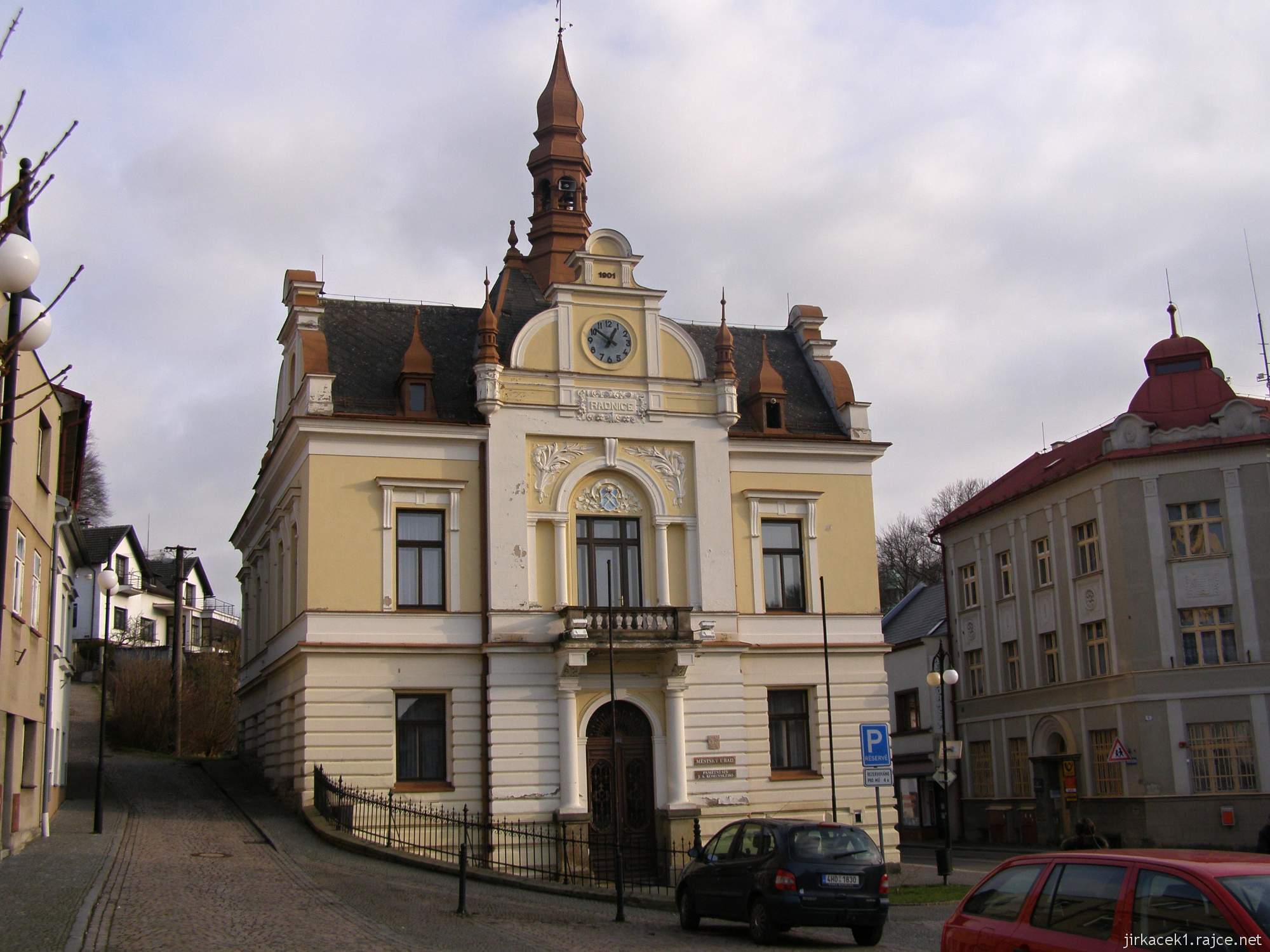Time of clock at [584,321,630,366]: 12:51
